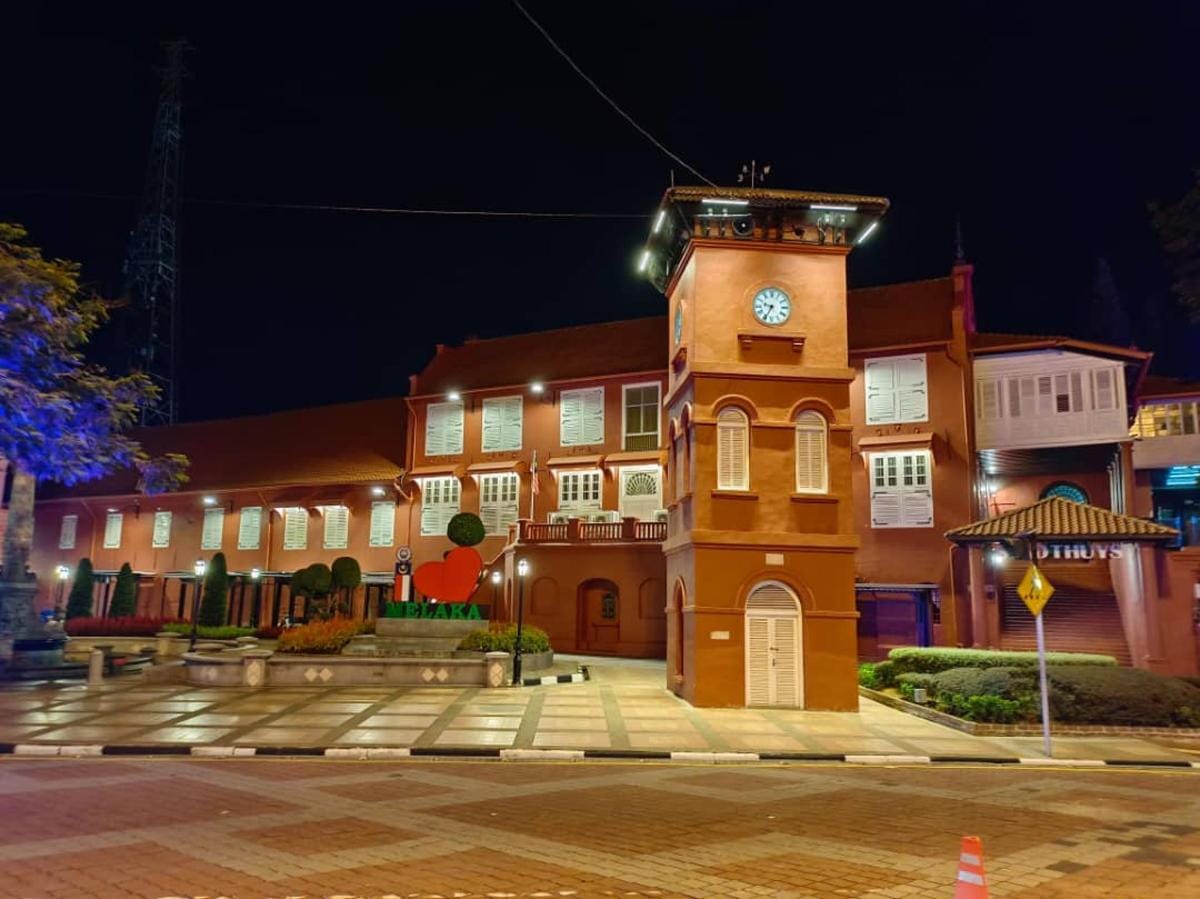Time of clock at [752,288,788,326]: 9:34
